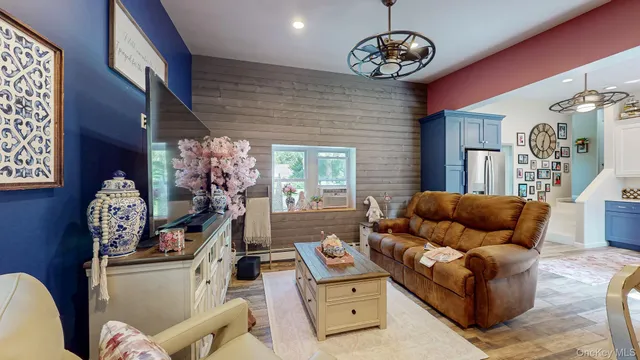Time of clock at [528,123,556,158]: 6:03
